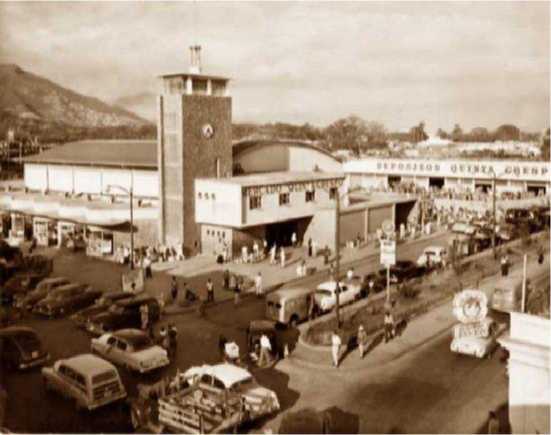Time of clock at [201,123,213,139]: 4:35
